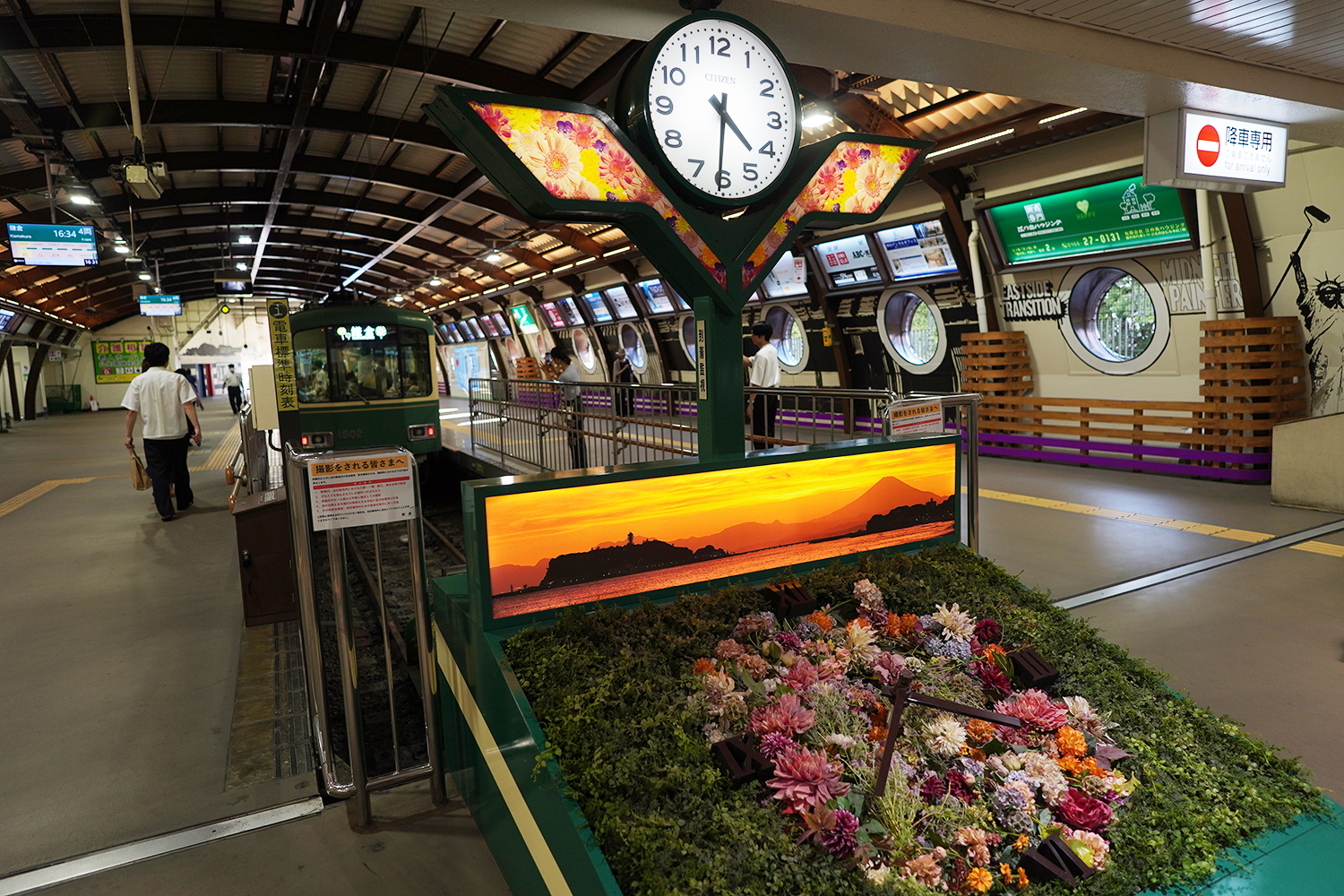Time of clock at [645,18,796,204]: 4:31
